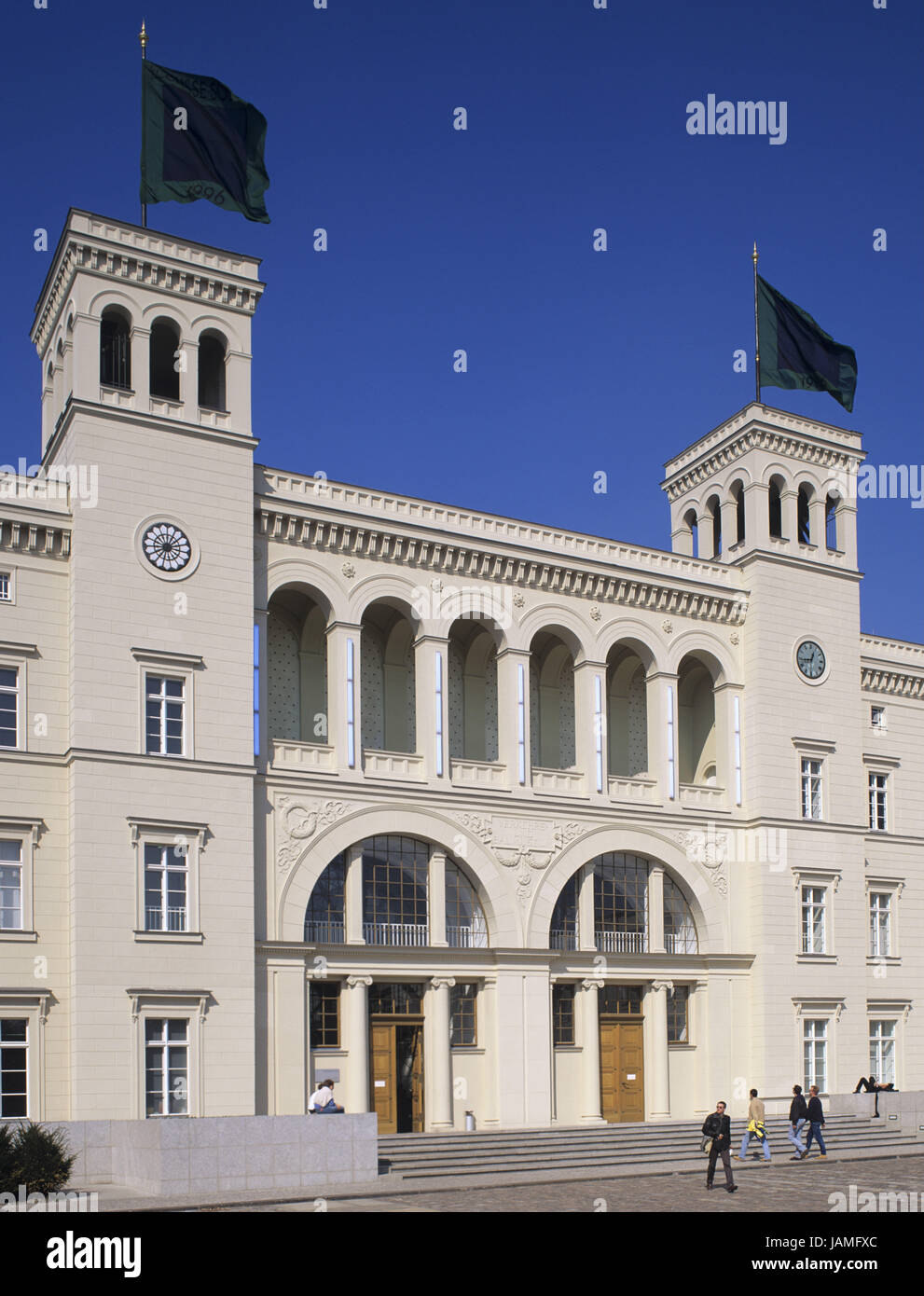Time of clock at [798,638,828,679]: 12:43
